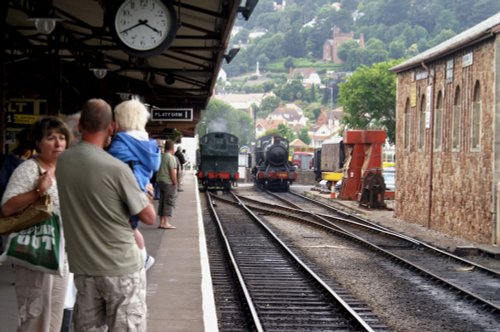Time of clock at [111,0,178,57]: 3:40
